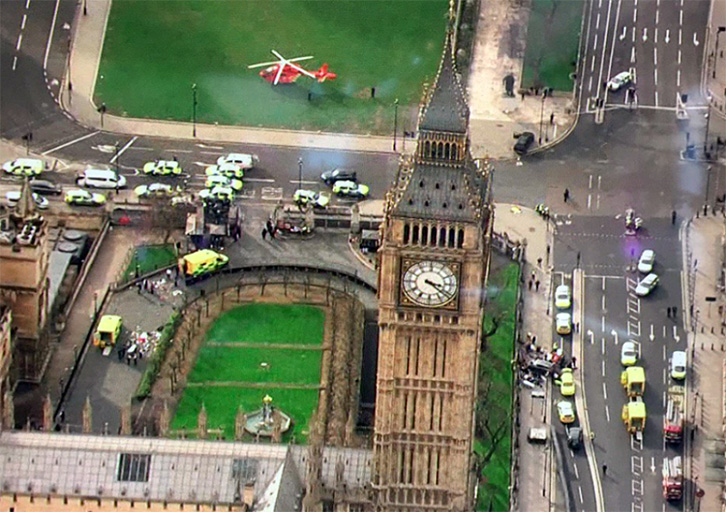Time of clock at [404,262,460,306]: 3:21
